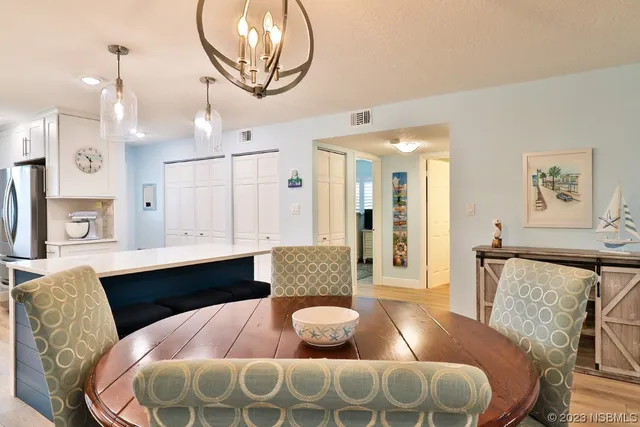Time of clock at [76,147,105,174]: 10:29
